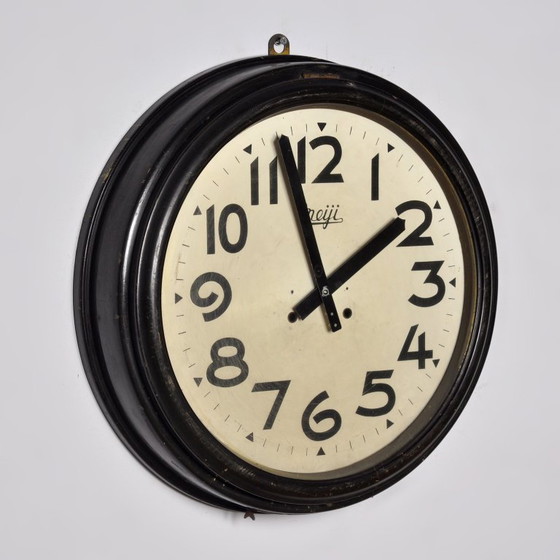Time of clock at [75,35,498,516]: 1:57
